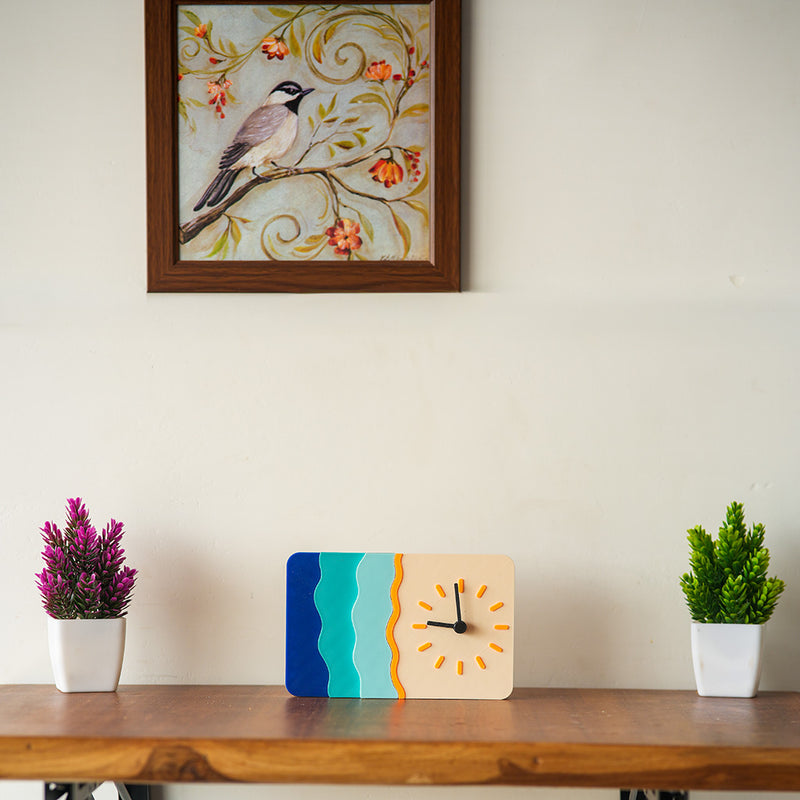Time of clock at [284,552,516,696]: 8:59
